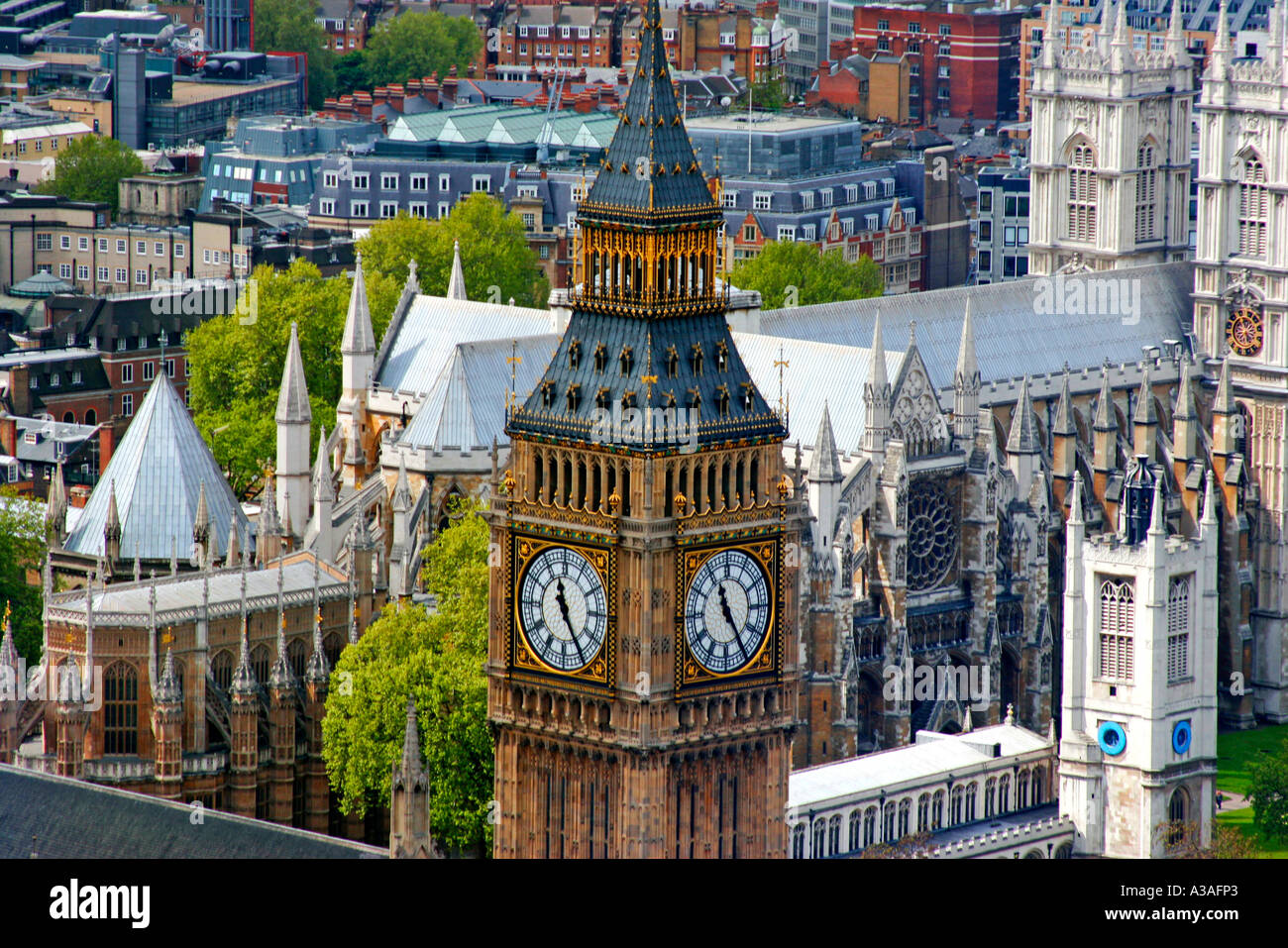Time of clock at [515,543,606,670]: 11:24
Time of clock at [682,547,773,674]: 11:24
